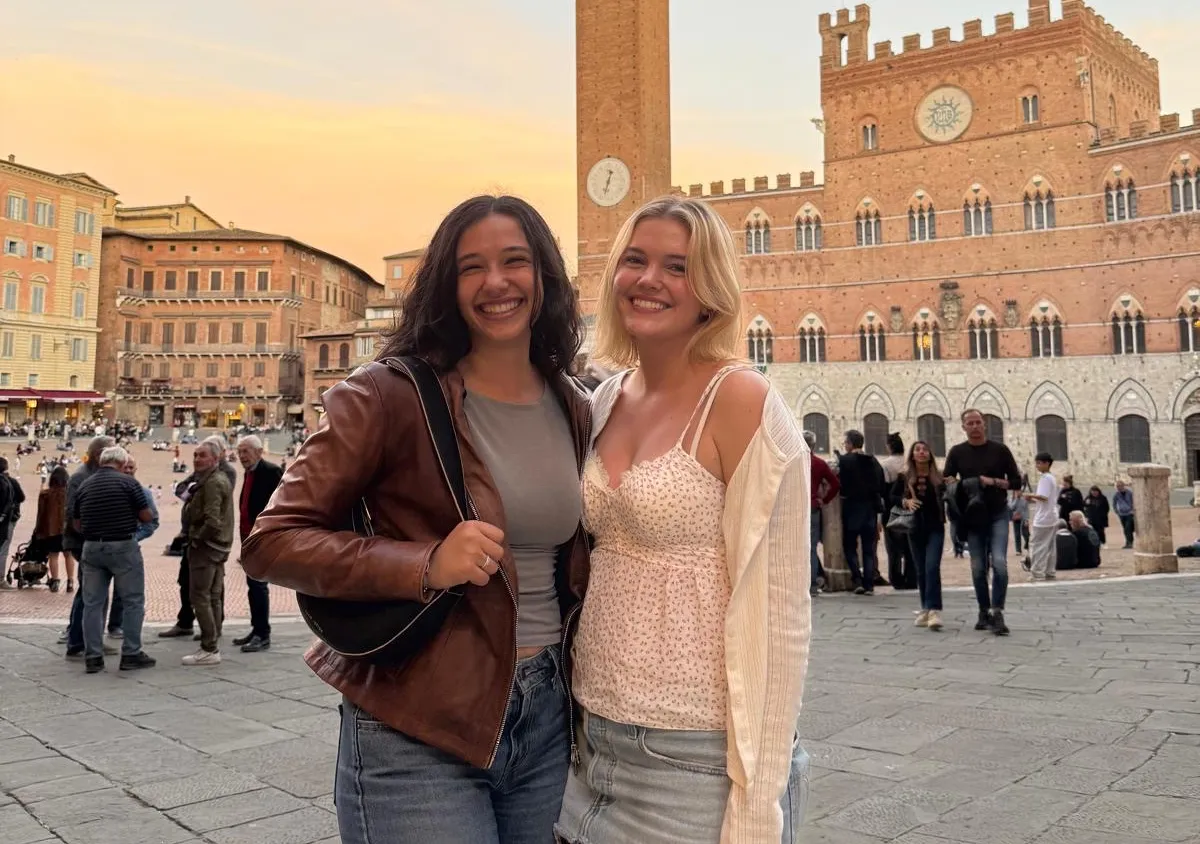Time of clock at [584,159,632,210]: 12:32
